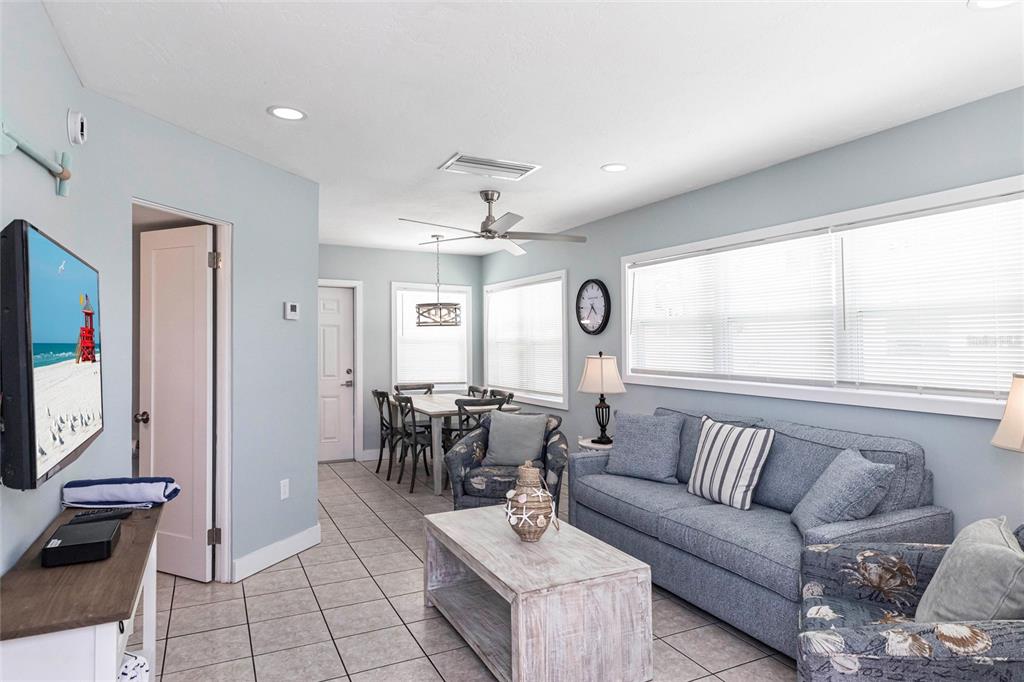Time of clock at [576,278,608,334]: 4:35
